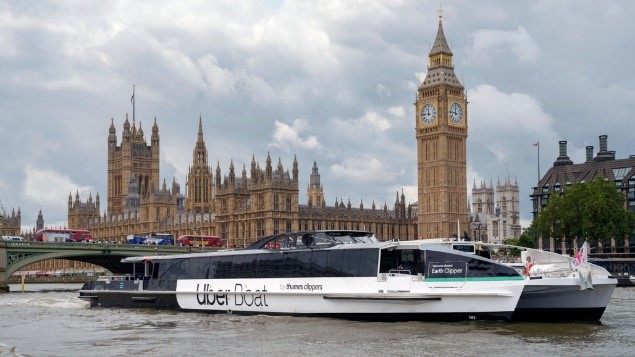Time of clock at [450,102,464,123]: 11:46
